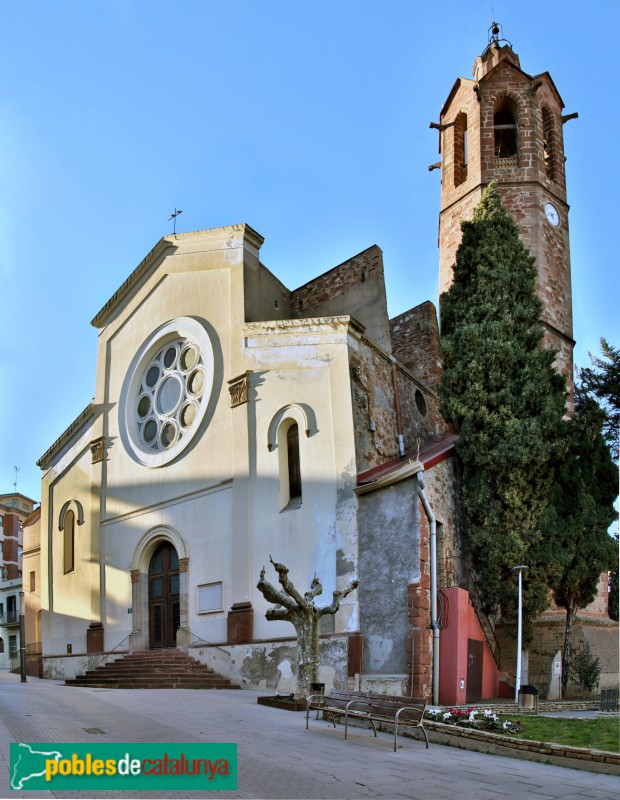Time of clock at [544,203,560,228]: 4:42
